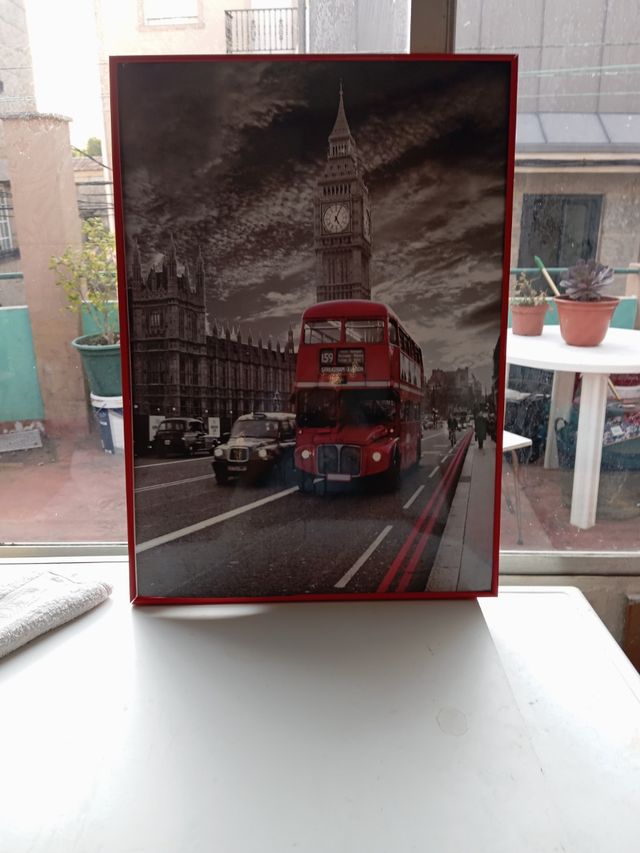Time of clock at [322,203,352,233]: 5:03
